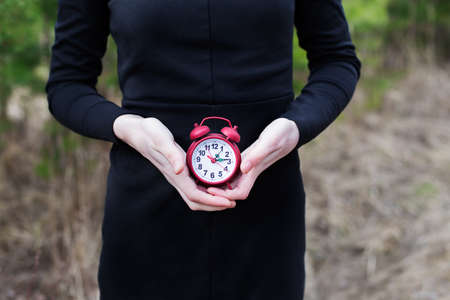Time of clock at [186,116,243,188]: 1:13
